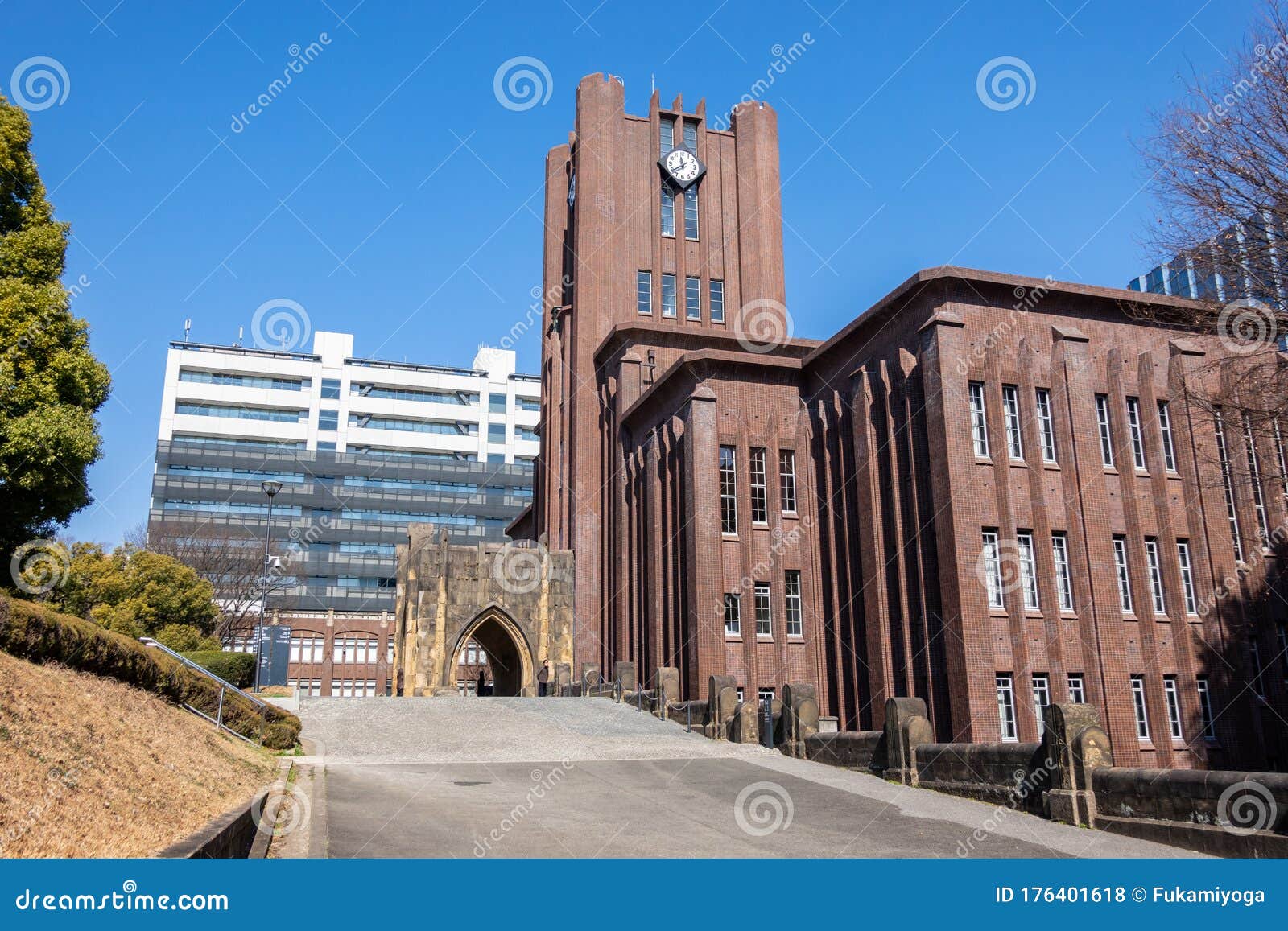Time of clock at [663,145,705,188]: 11:39
